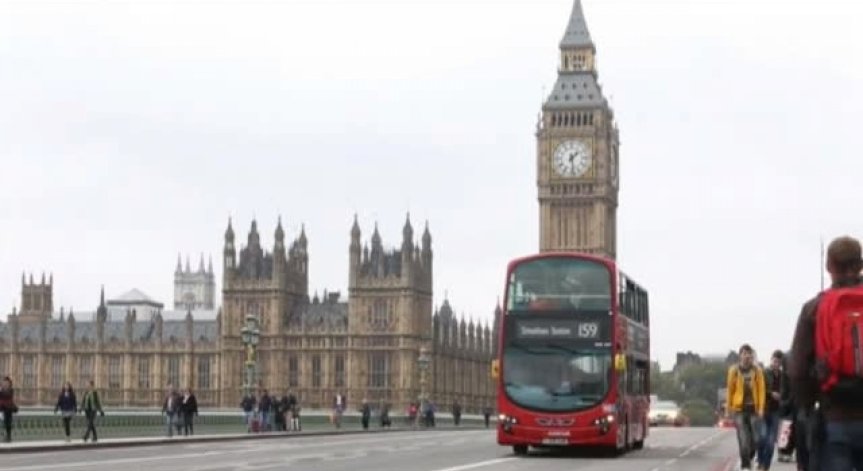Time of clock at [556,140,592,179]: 1:28
